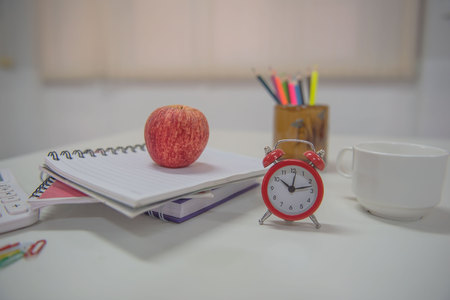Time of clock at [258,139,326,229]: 10:12
